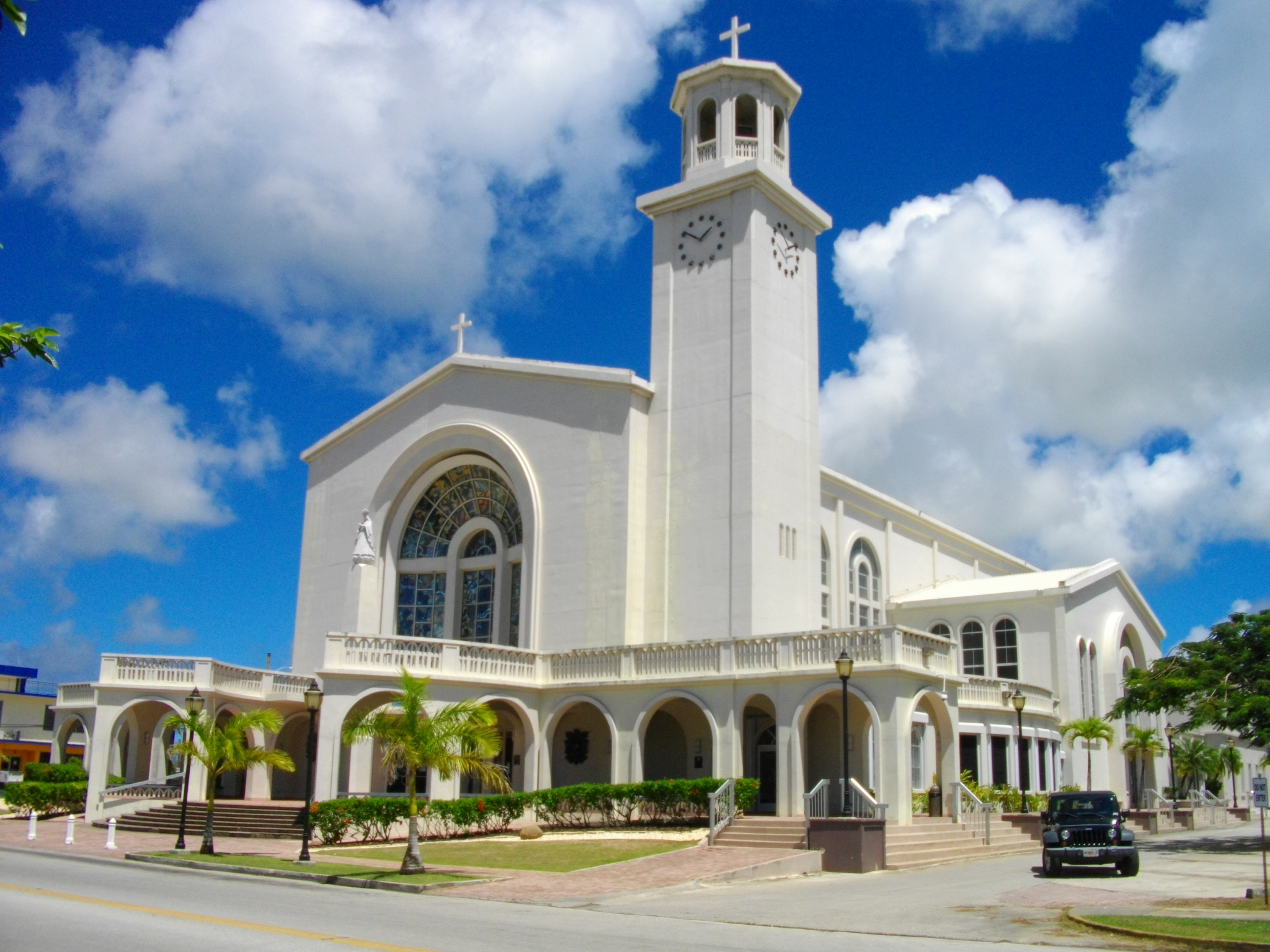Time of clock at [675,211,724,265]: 1:50
